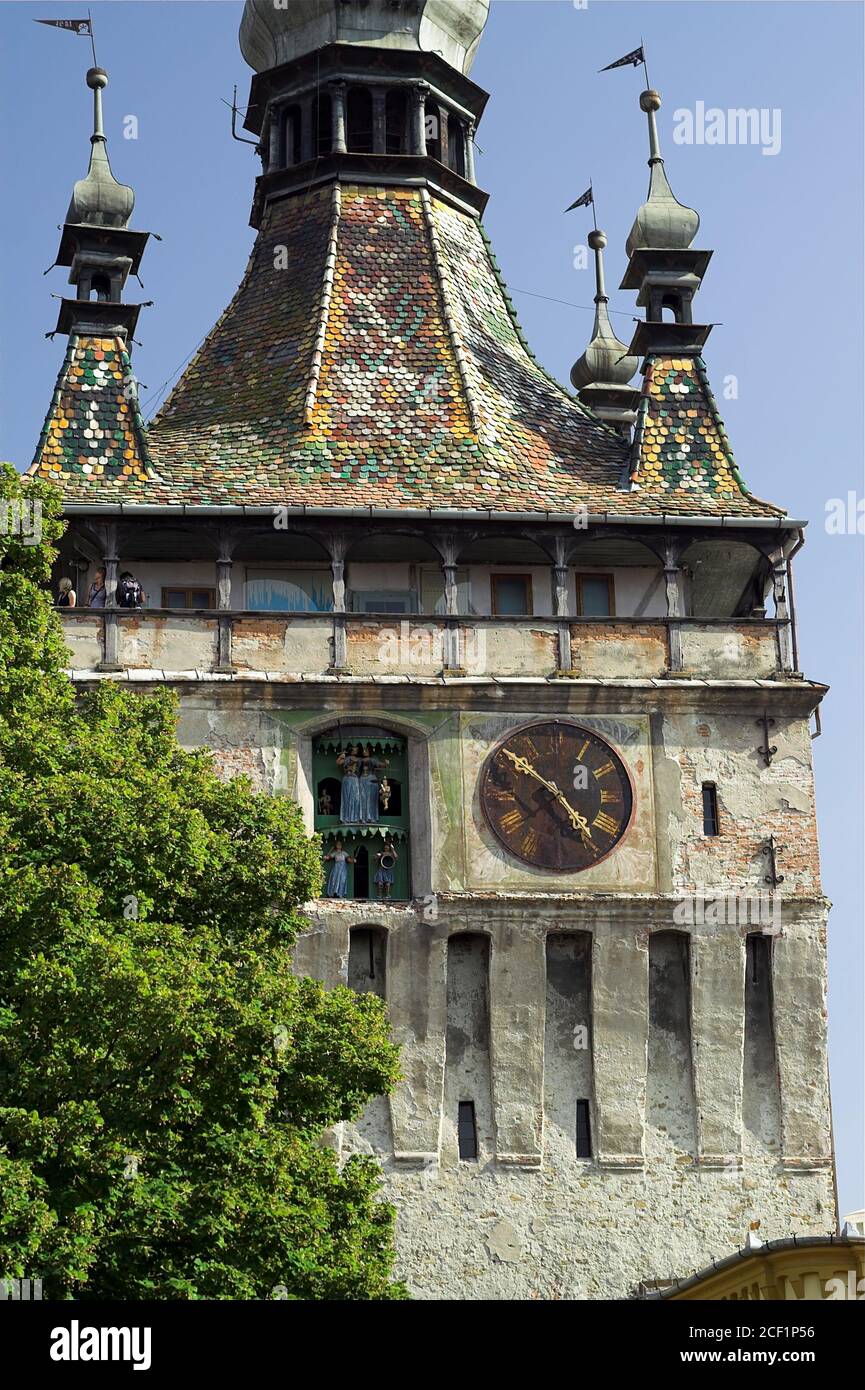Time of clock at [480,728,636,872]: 4:51
